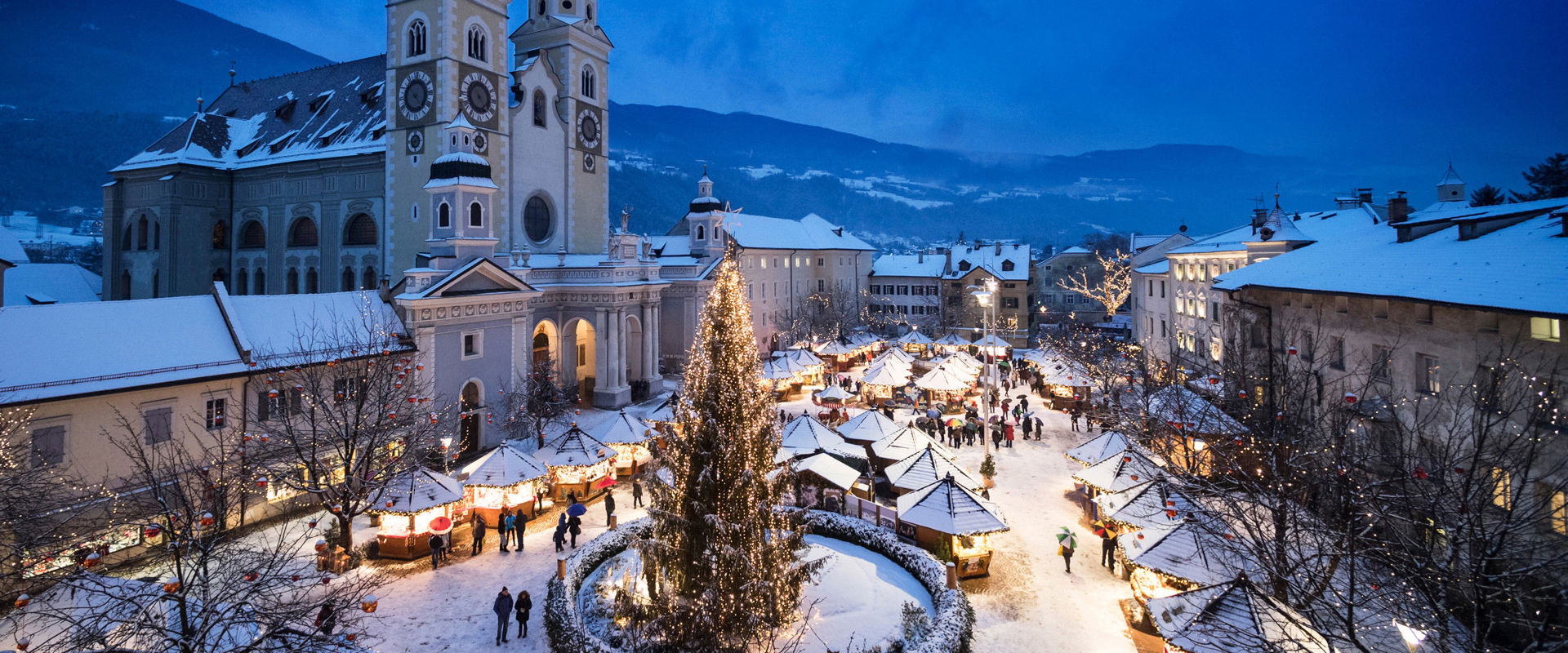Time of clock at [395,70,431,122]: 10:23
